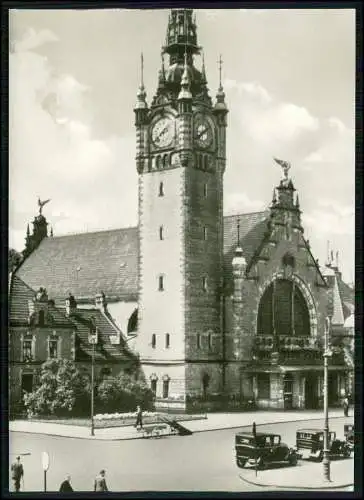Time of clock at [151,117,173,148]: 1:38
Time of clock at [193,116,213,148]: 1:39
